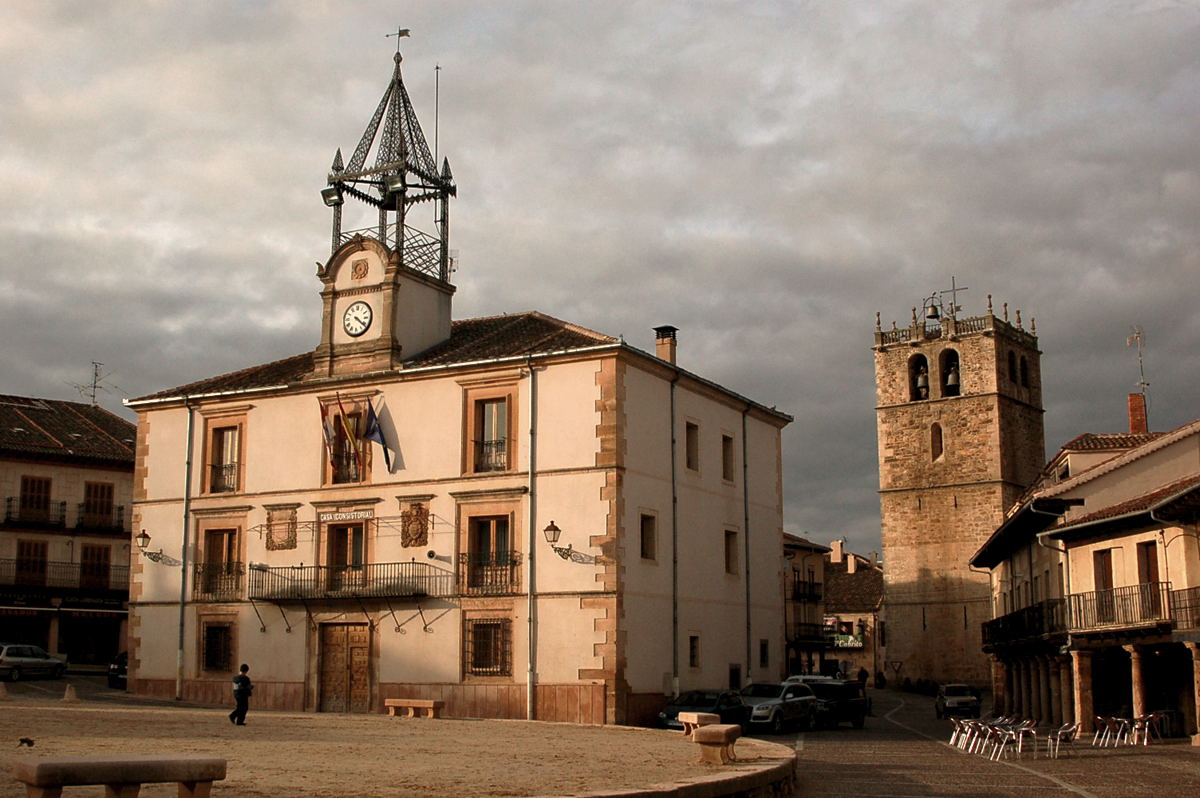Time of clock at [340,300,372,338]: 4:21
